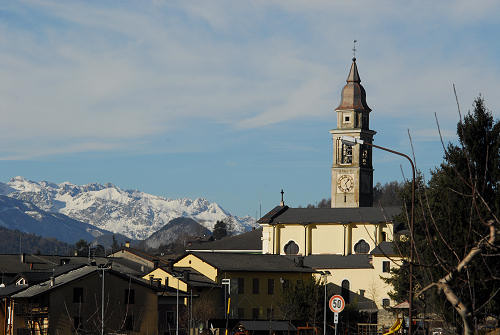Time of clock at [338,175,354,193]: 1:26
